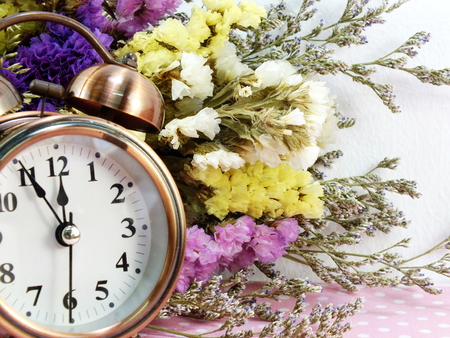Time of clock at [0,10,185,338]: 11:55
